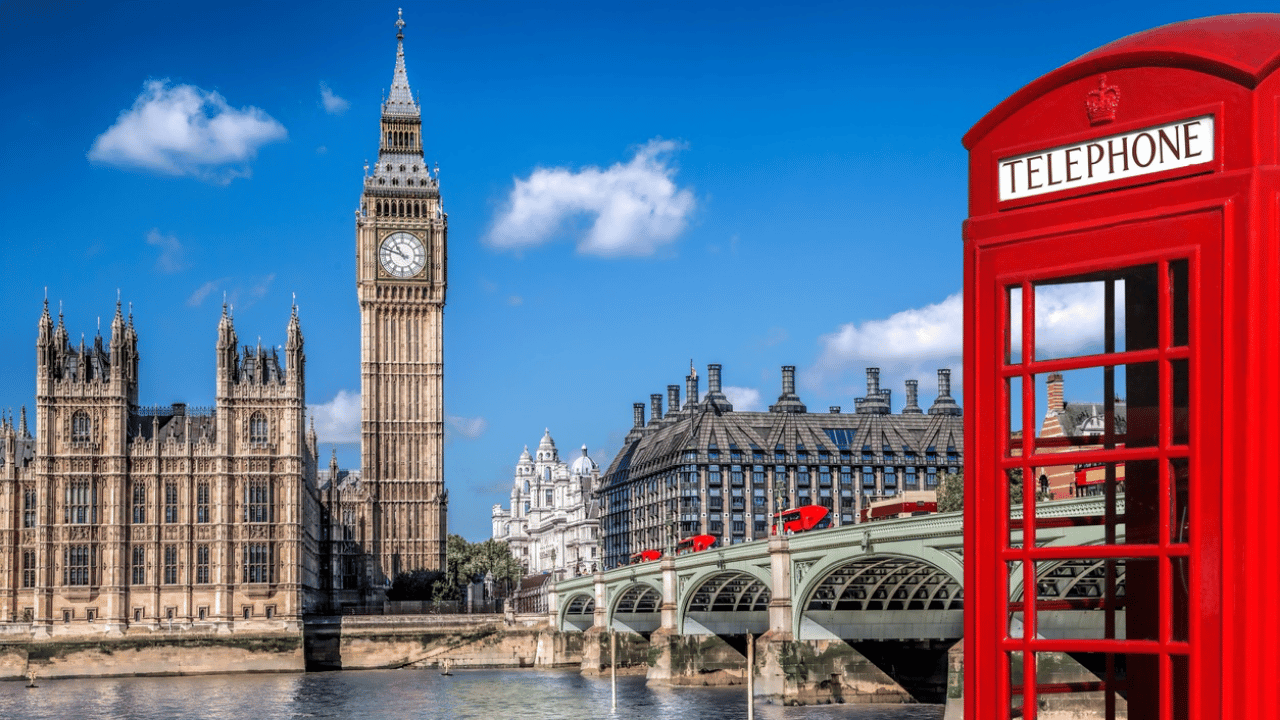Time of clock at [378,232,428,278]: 10:47
